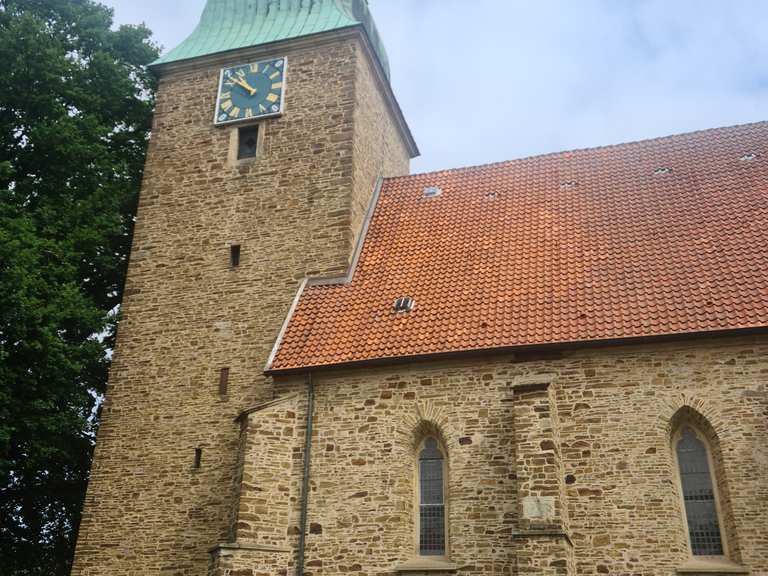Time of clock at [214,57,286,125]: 10:51
